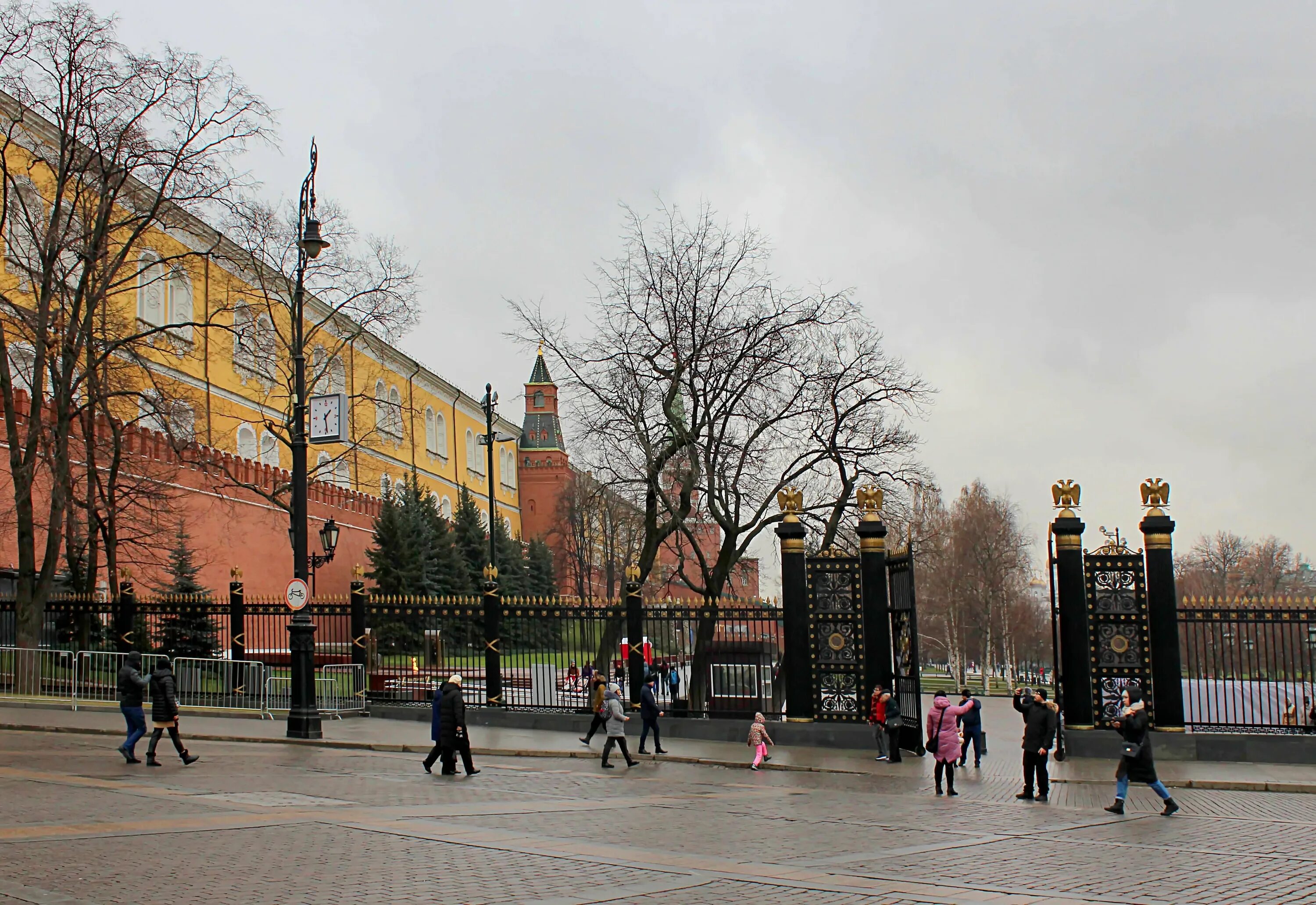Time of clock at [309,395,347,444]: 1:28
